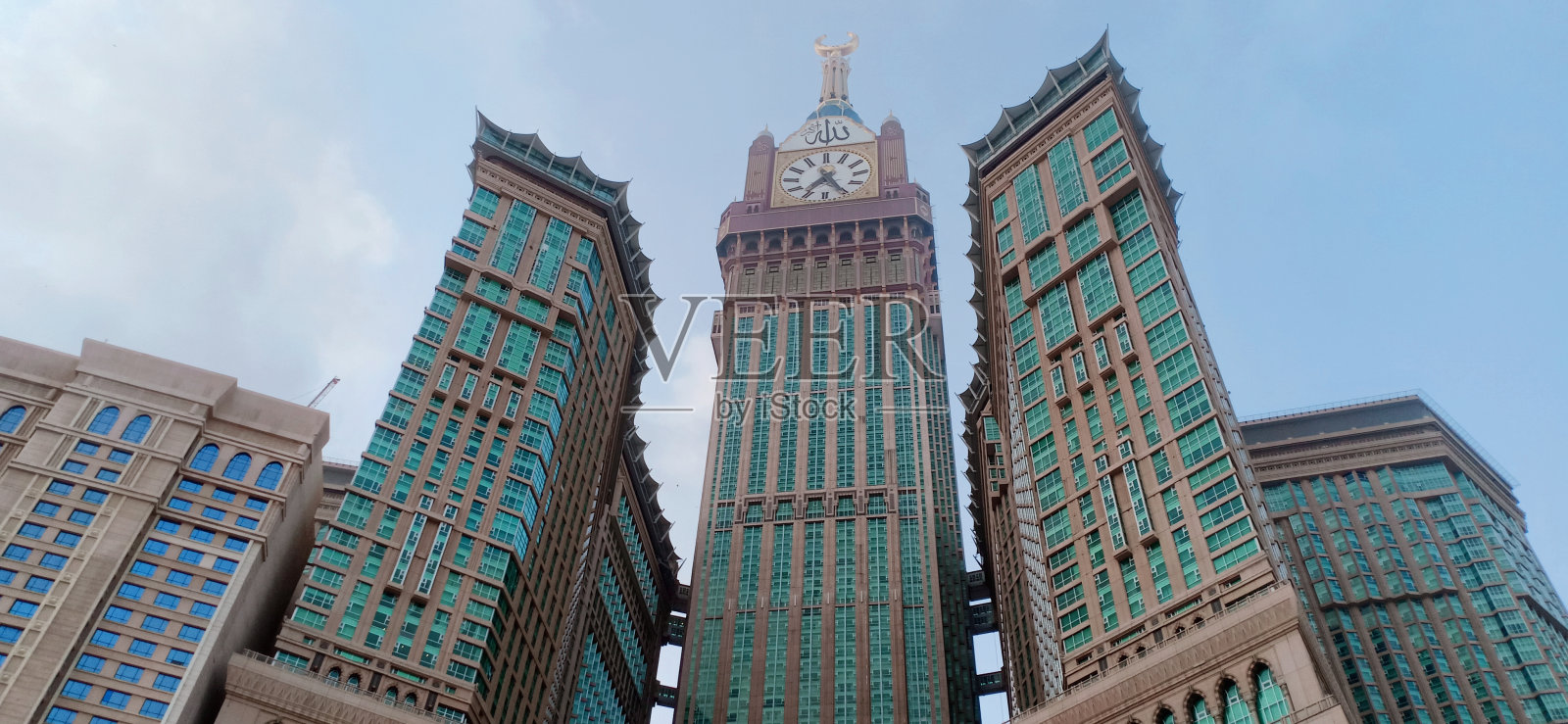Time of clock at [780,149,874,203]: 7:25
